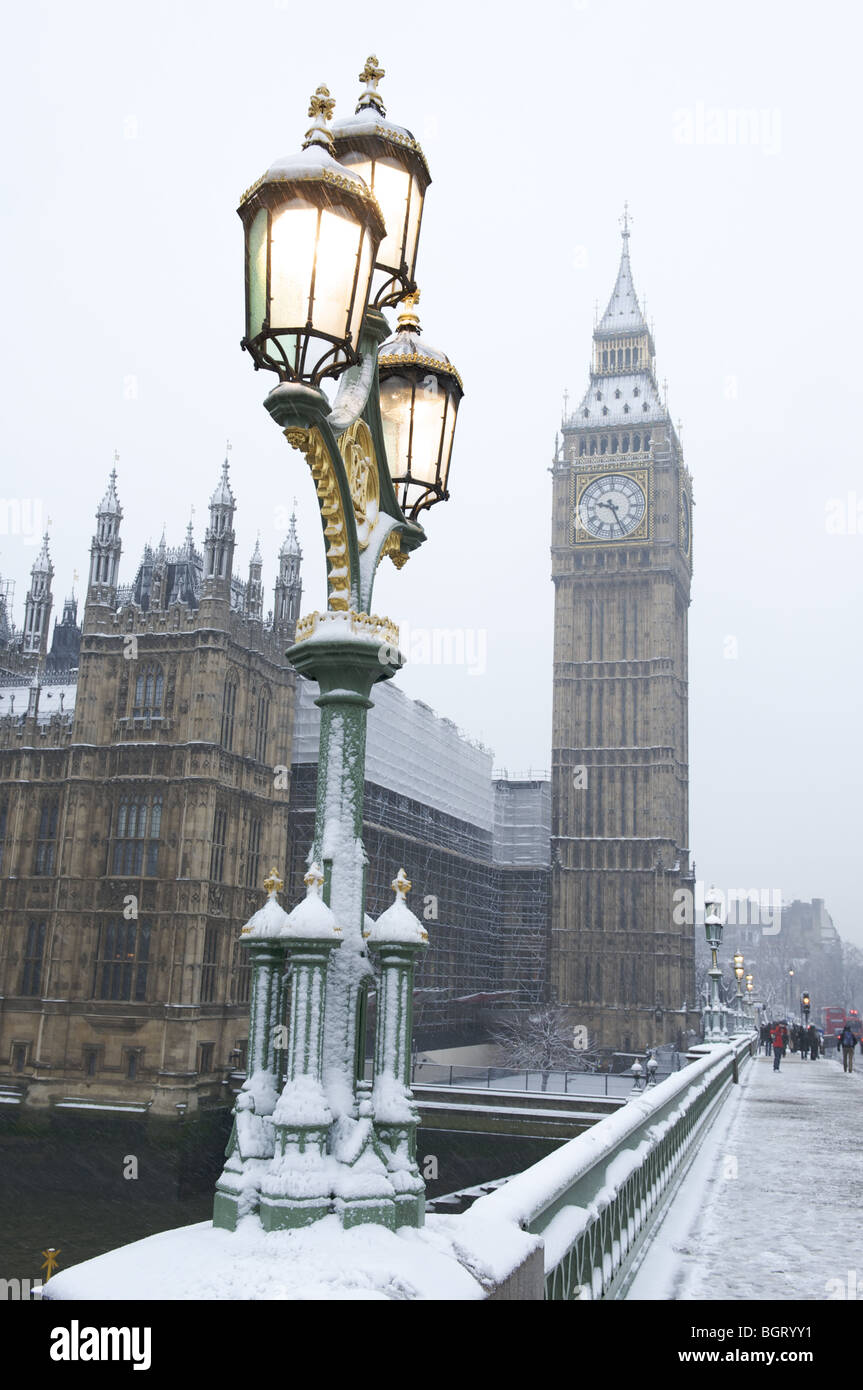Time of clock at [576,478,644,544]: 9:26
